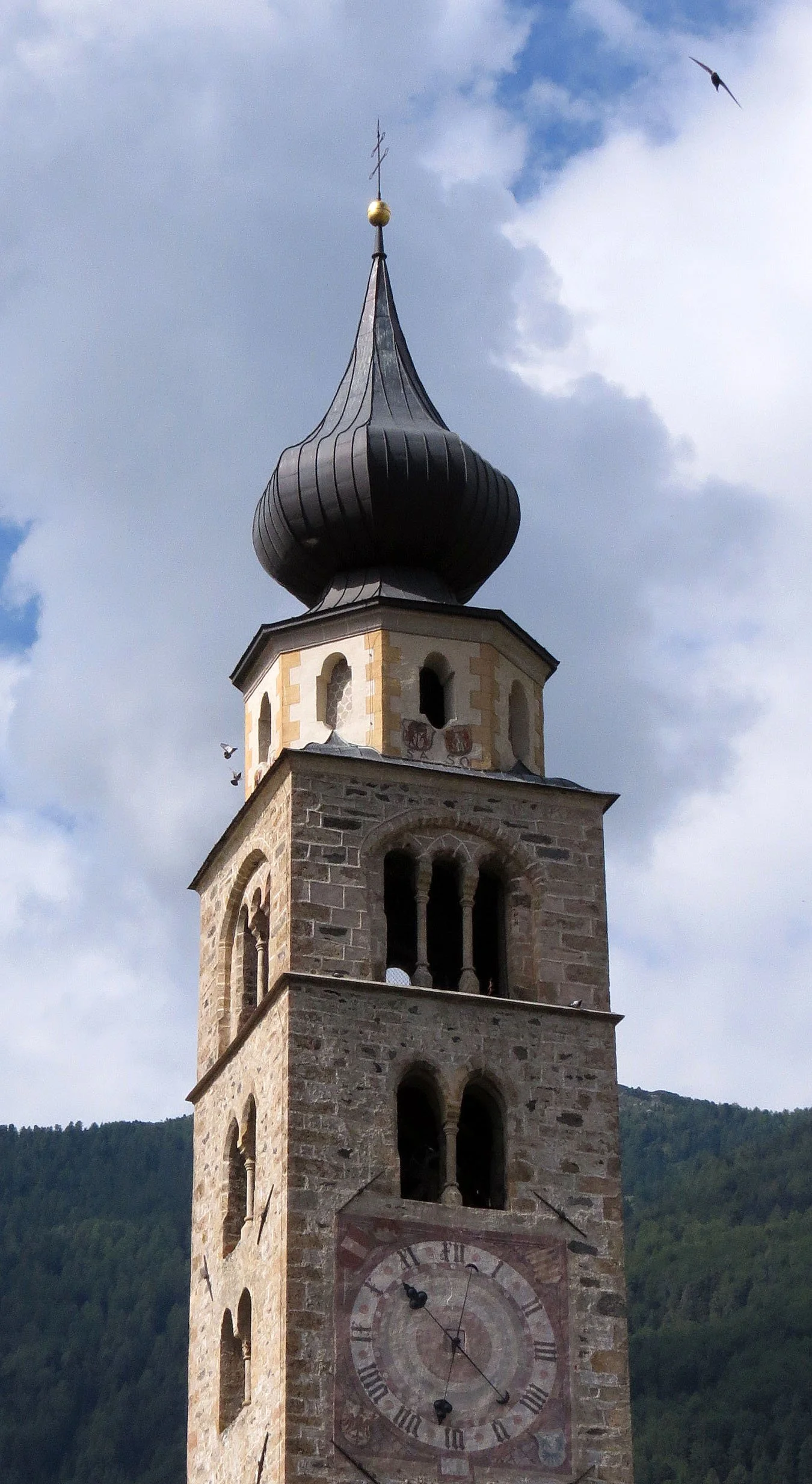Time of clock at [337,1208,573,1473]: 10:22
